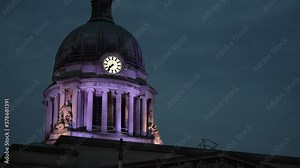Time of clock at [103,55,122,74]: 7:36
